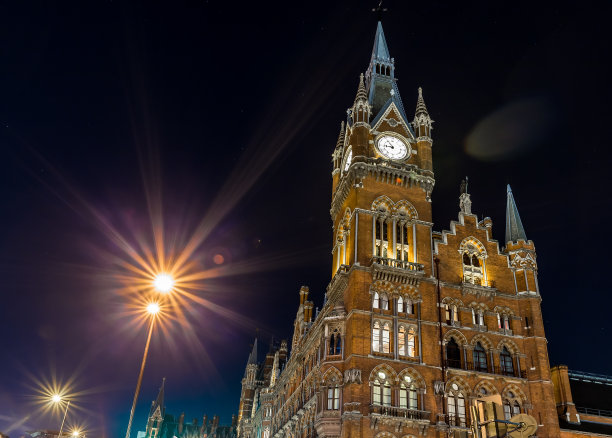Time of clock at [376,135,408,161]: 8:54
